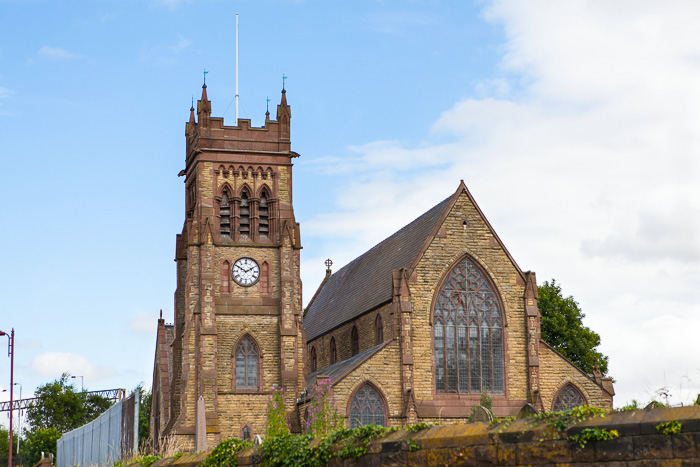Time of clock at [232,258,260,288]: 1:50
